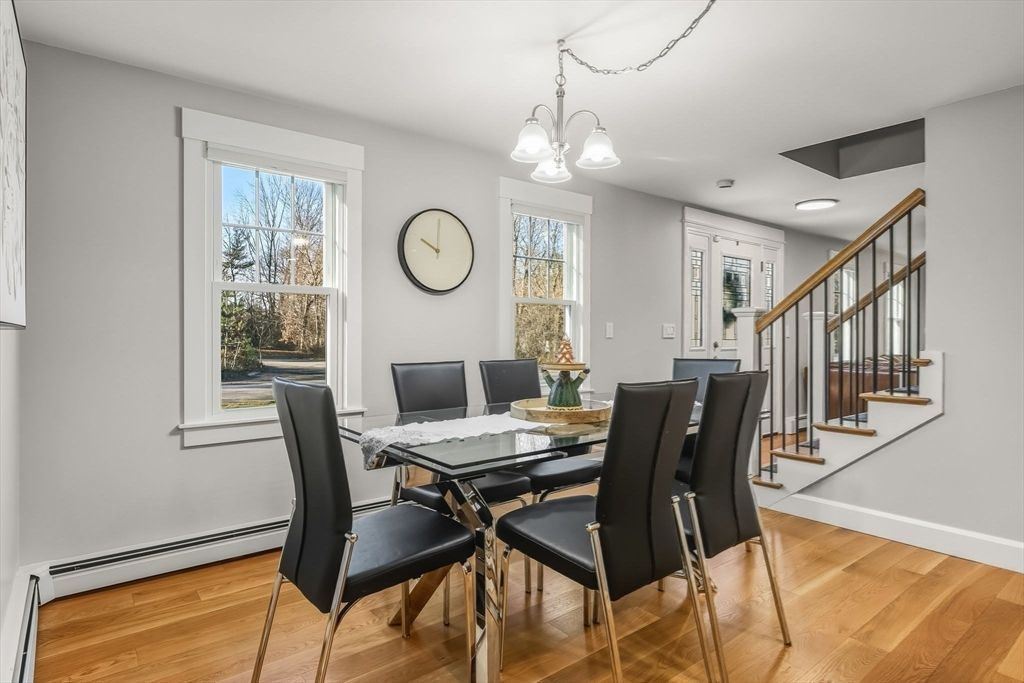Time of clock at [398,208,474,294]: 10:00
